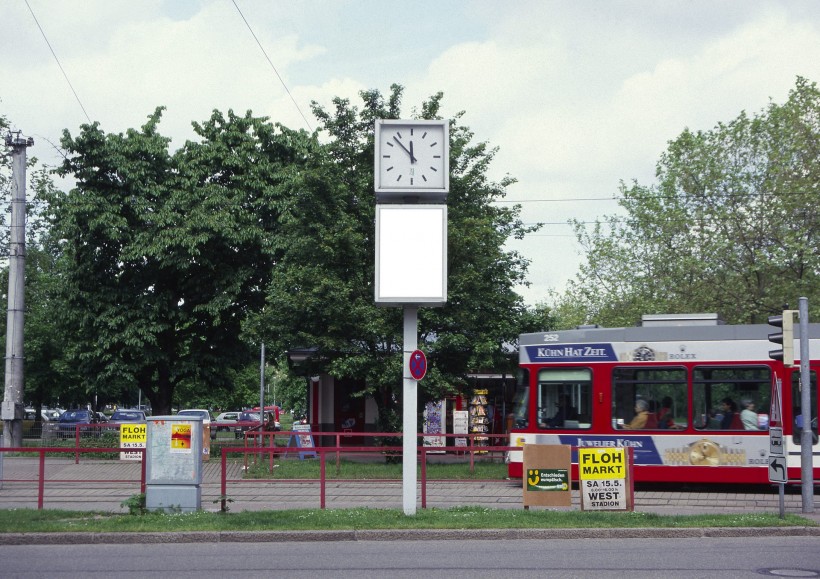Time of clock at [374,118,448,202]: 11:52
